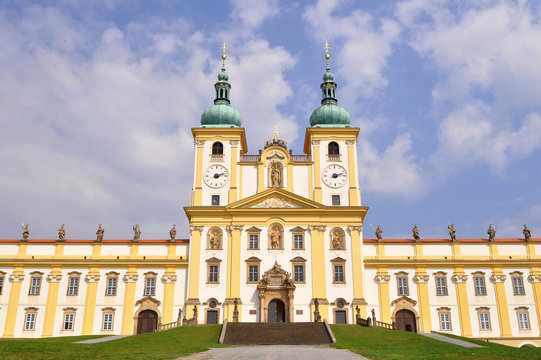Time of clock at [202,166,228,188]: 2:11
